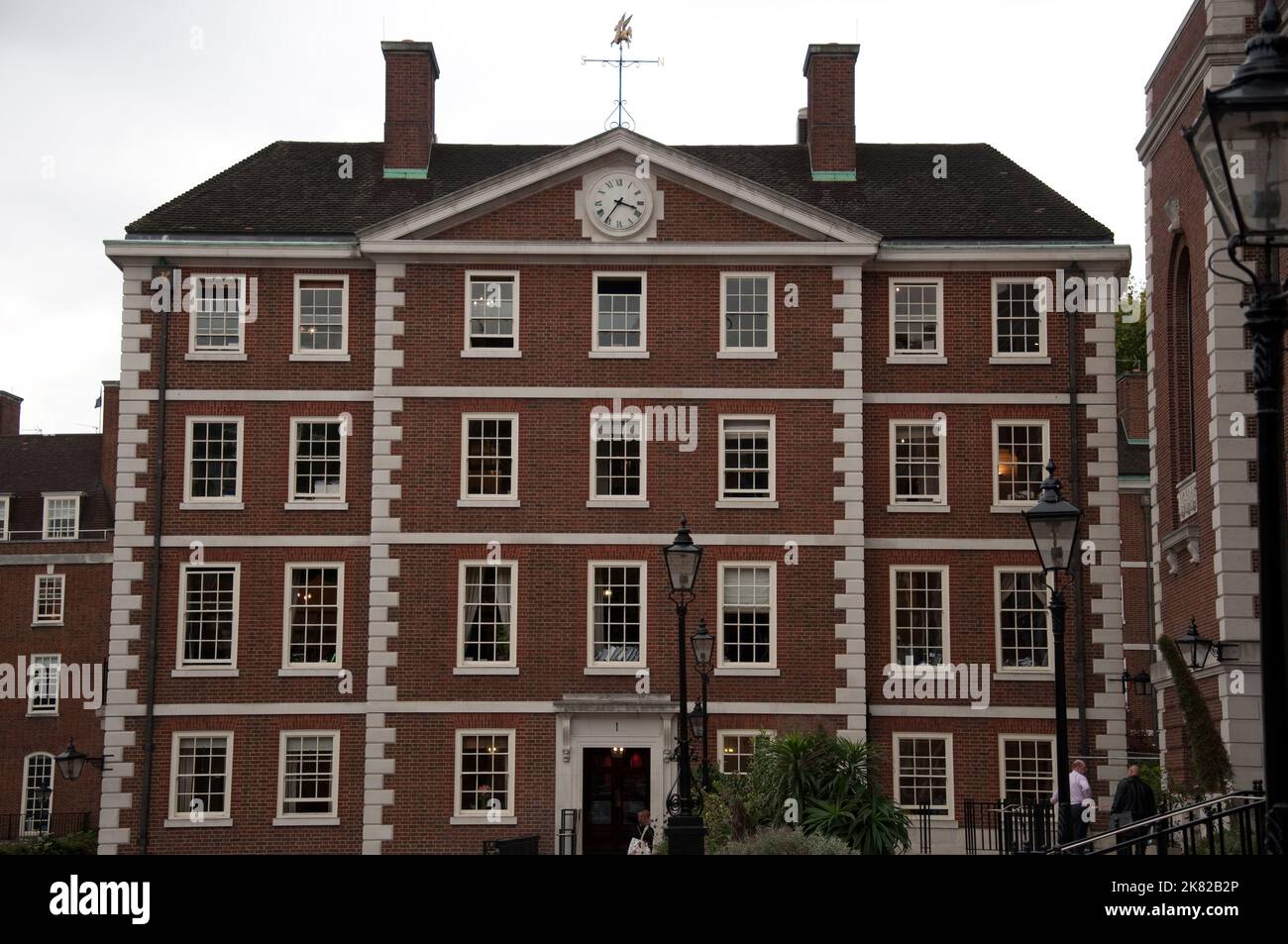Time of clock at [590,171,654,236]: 3:35
